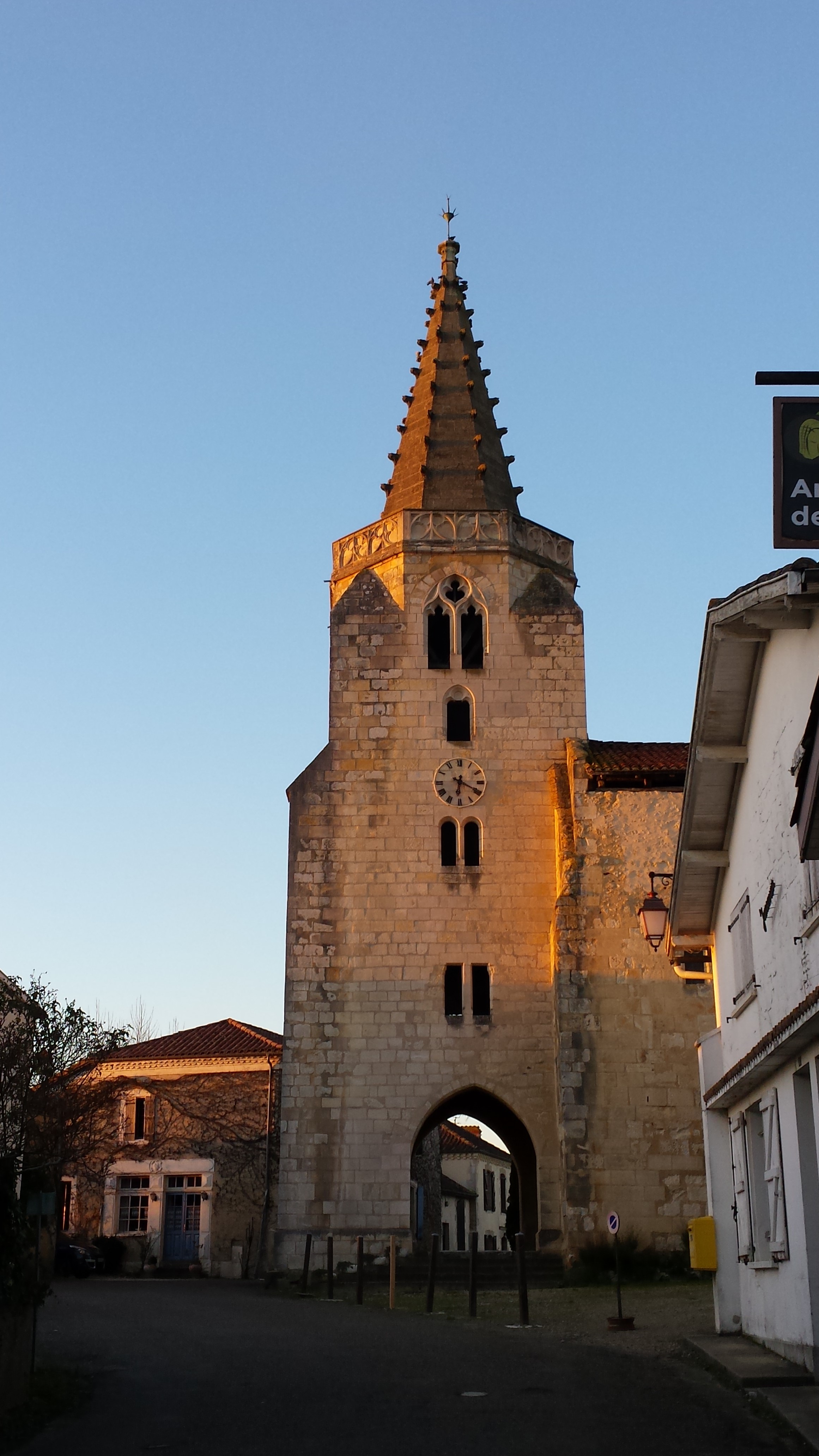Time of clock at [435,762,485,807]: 6:19
